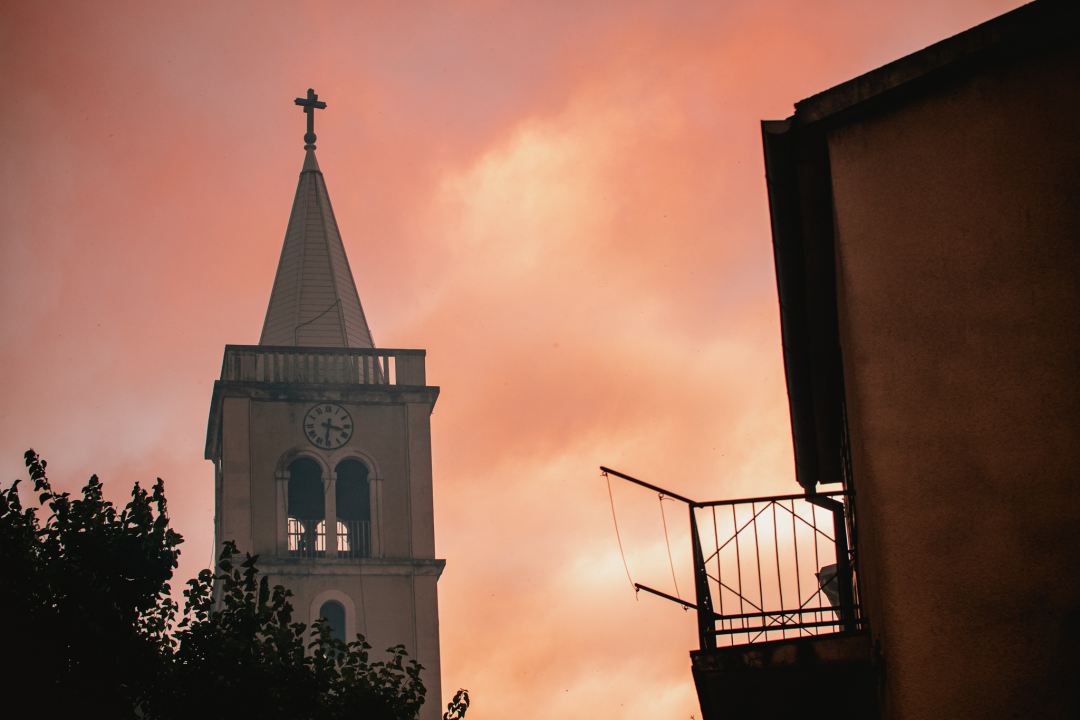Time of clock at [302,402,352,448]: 3:31
